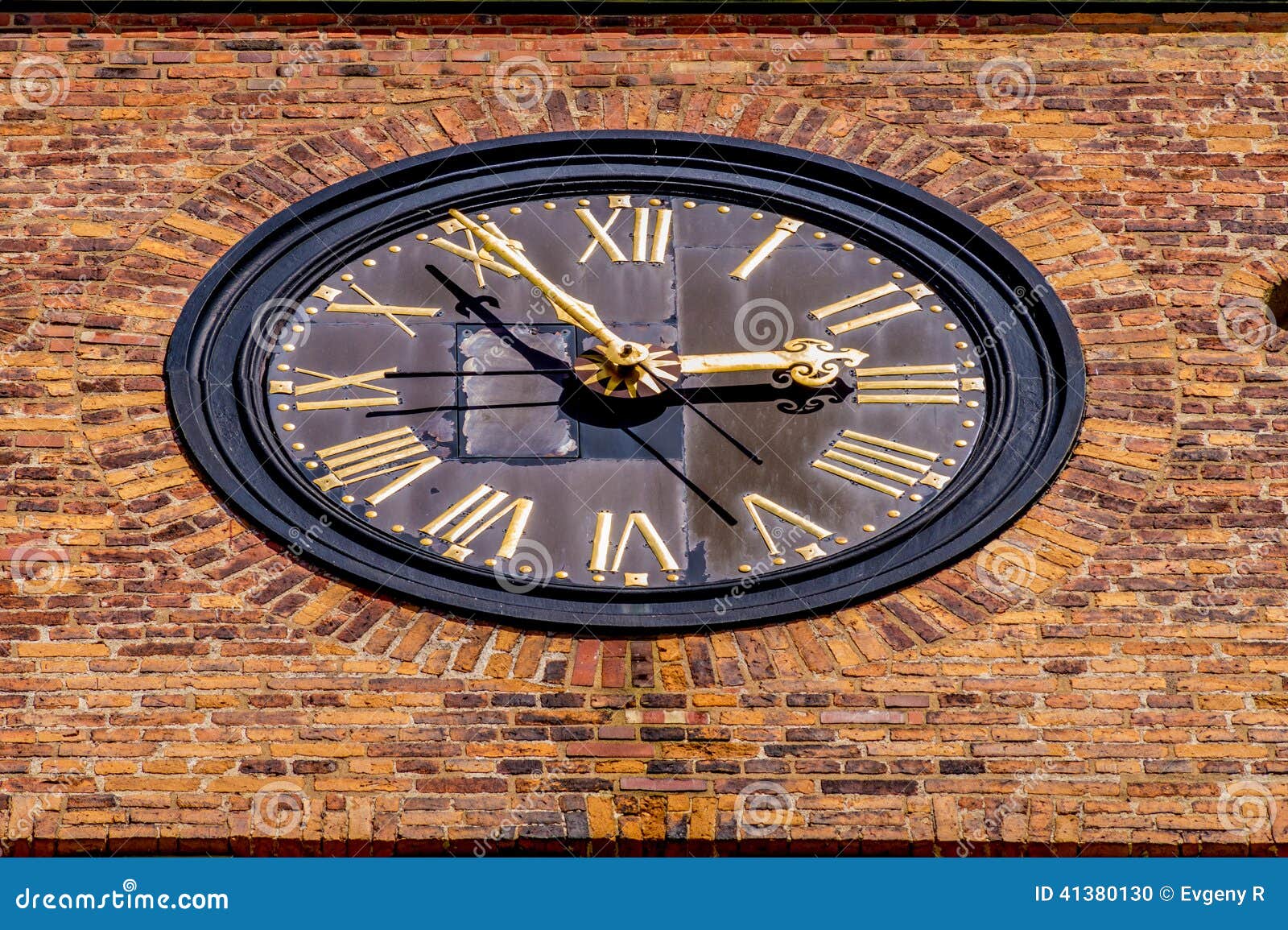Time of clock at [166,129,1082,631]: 2:53
